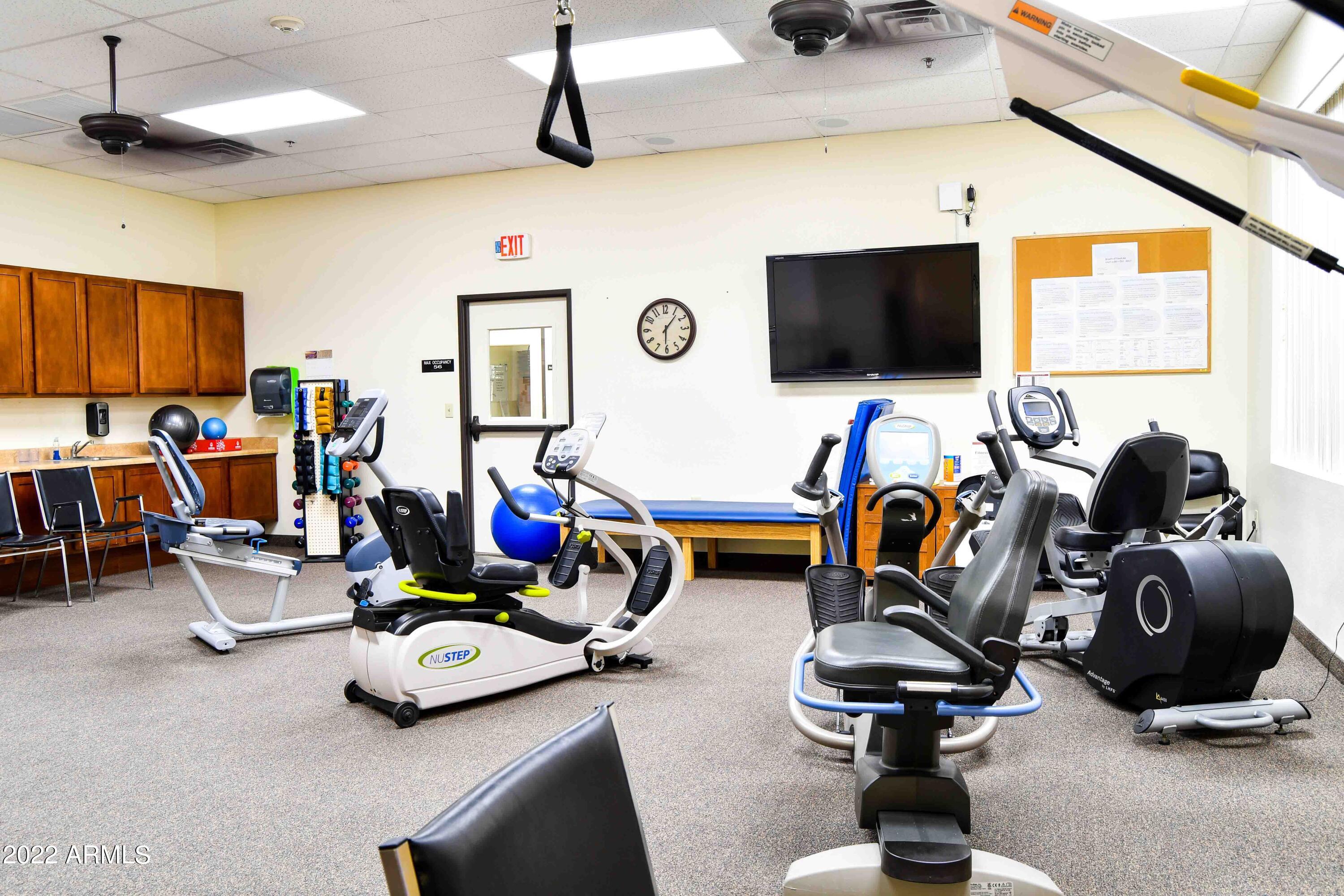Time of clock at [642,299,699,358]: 6:06
